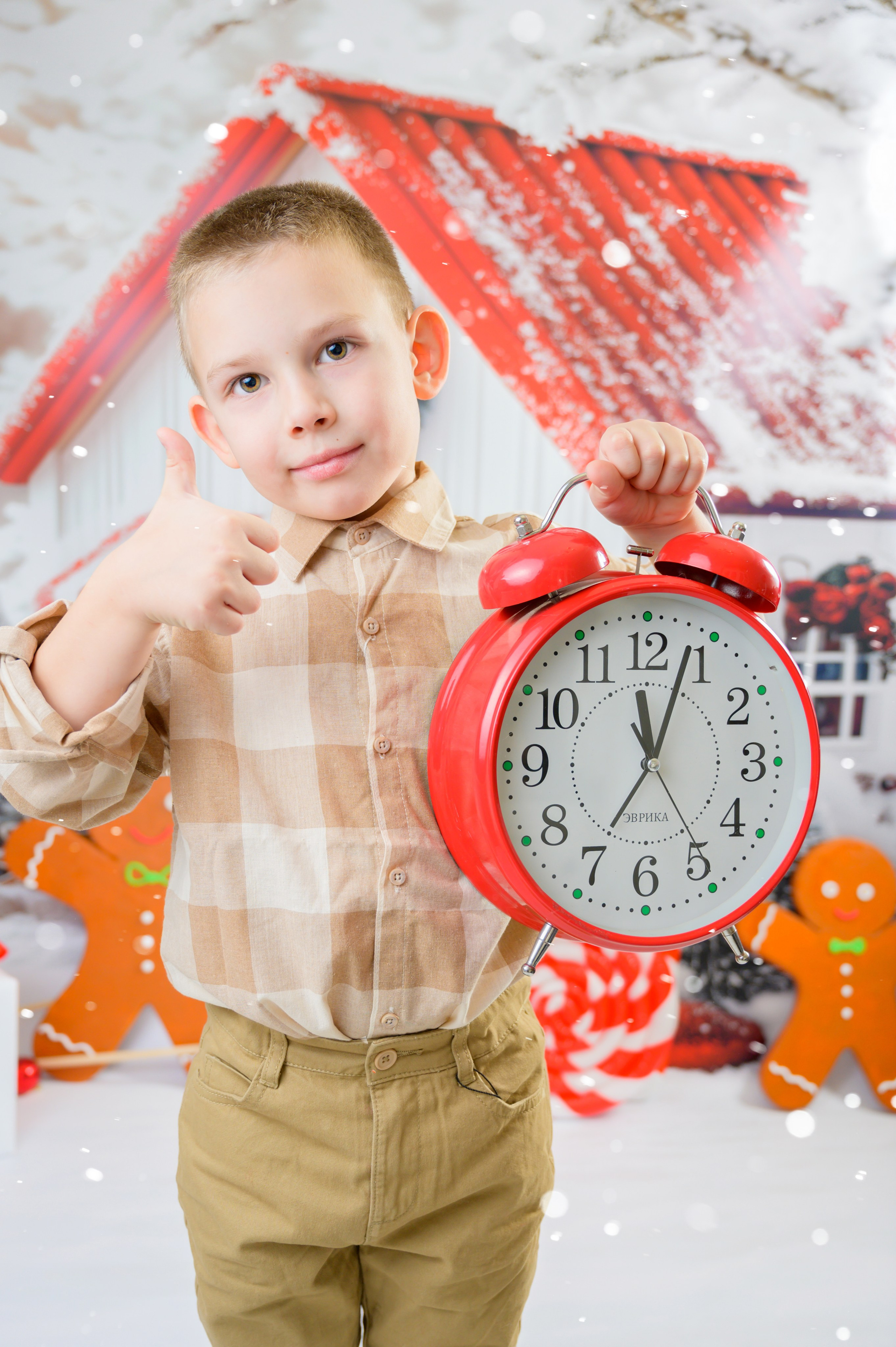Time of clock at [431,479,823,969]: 12:03
